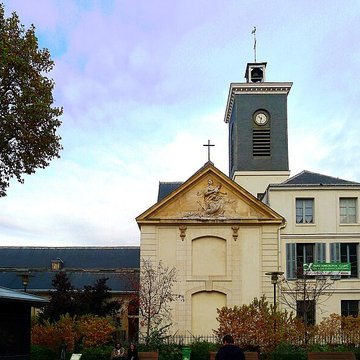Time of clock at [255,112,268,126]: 10:32
